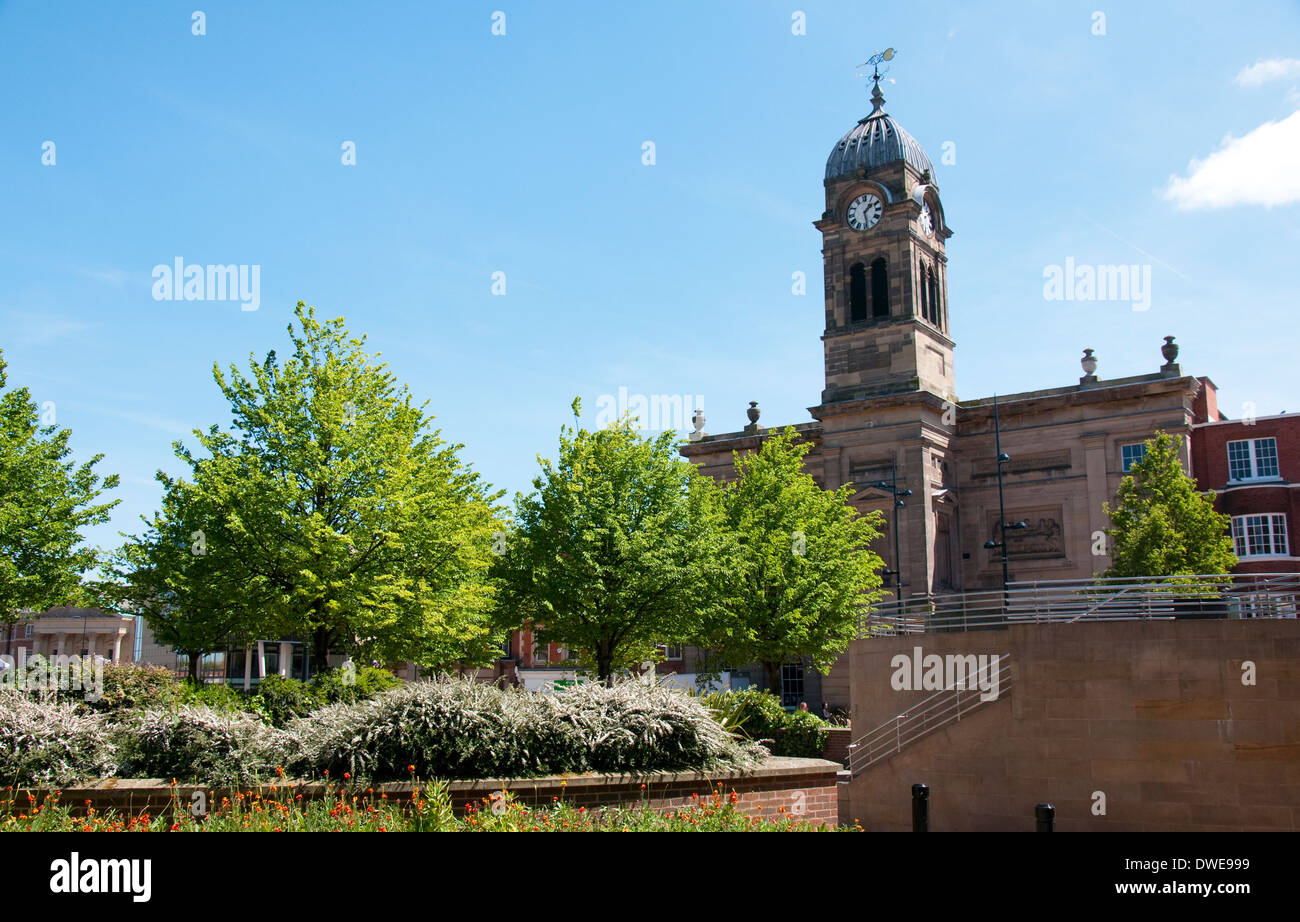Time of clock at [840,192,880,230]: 1:28
